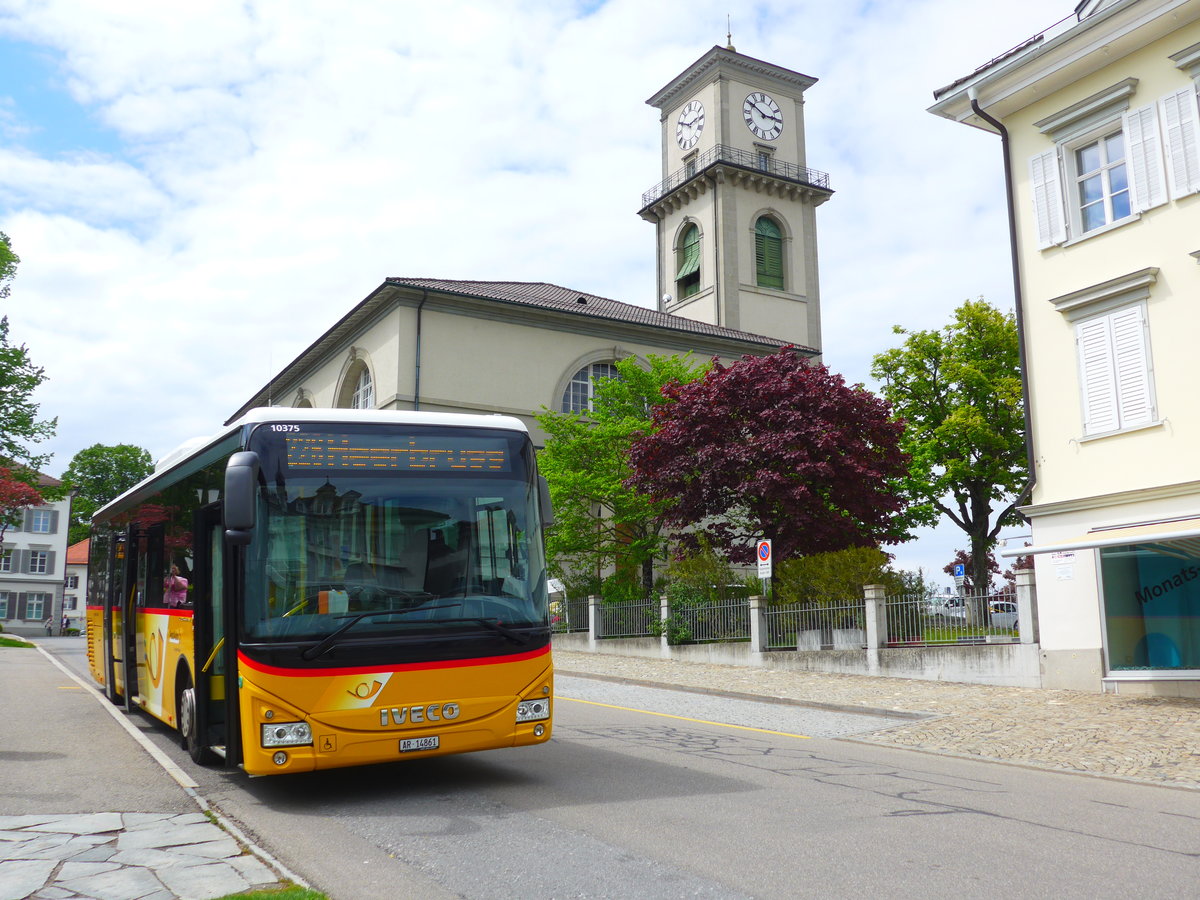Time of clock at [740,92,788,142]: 2:50
